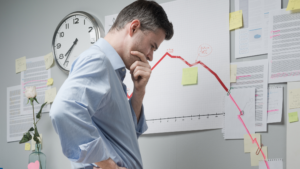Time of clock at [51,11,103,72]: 7:35
